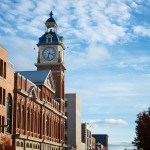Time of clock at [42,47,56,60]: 3:32
